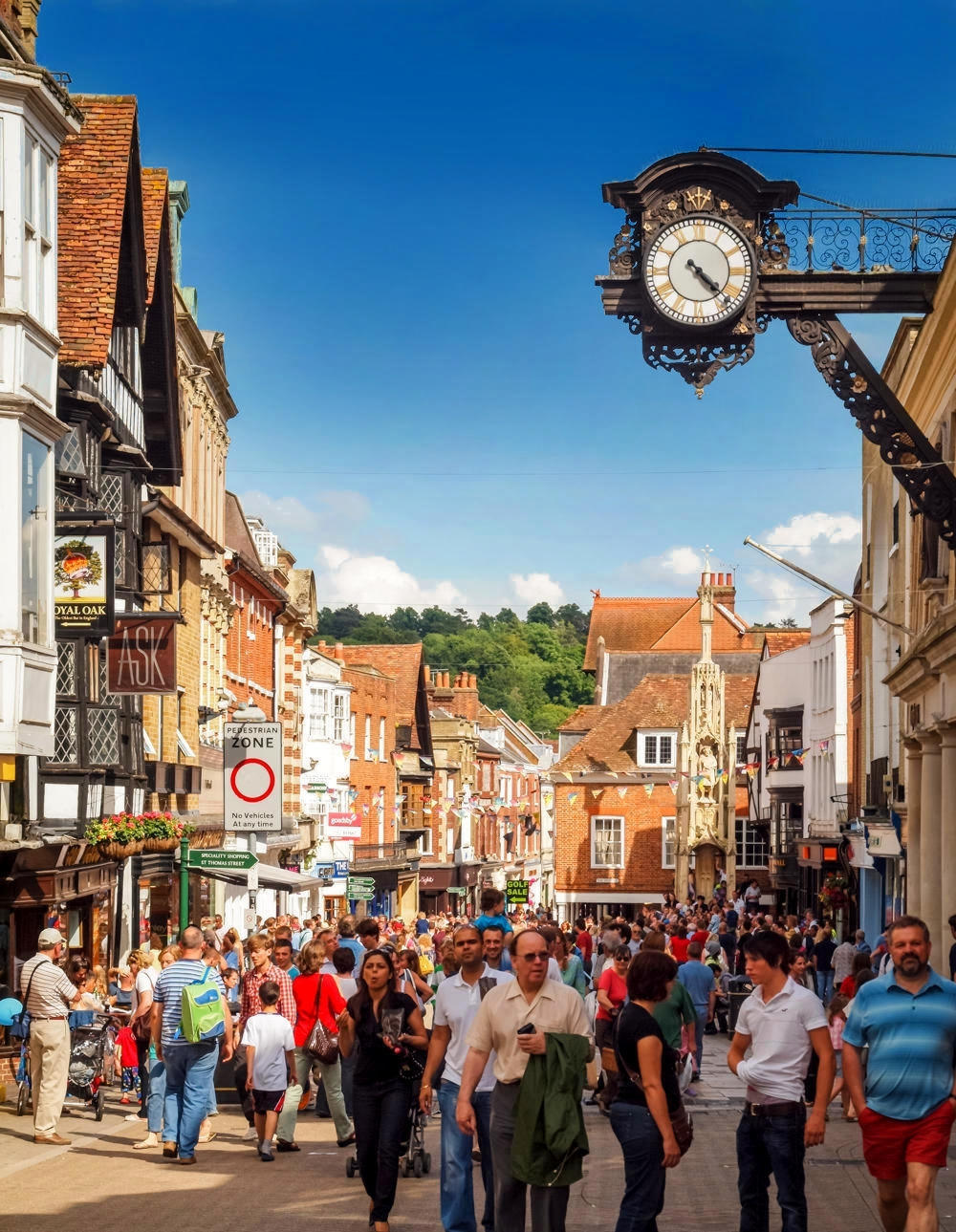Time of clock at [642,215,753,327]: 4:22
